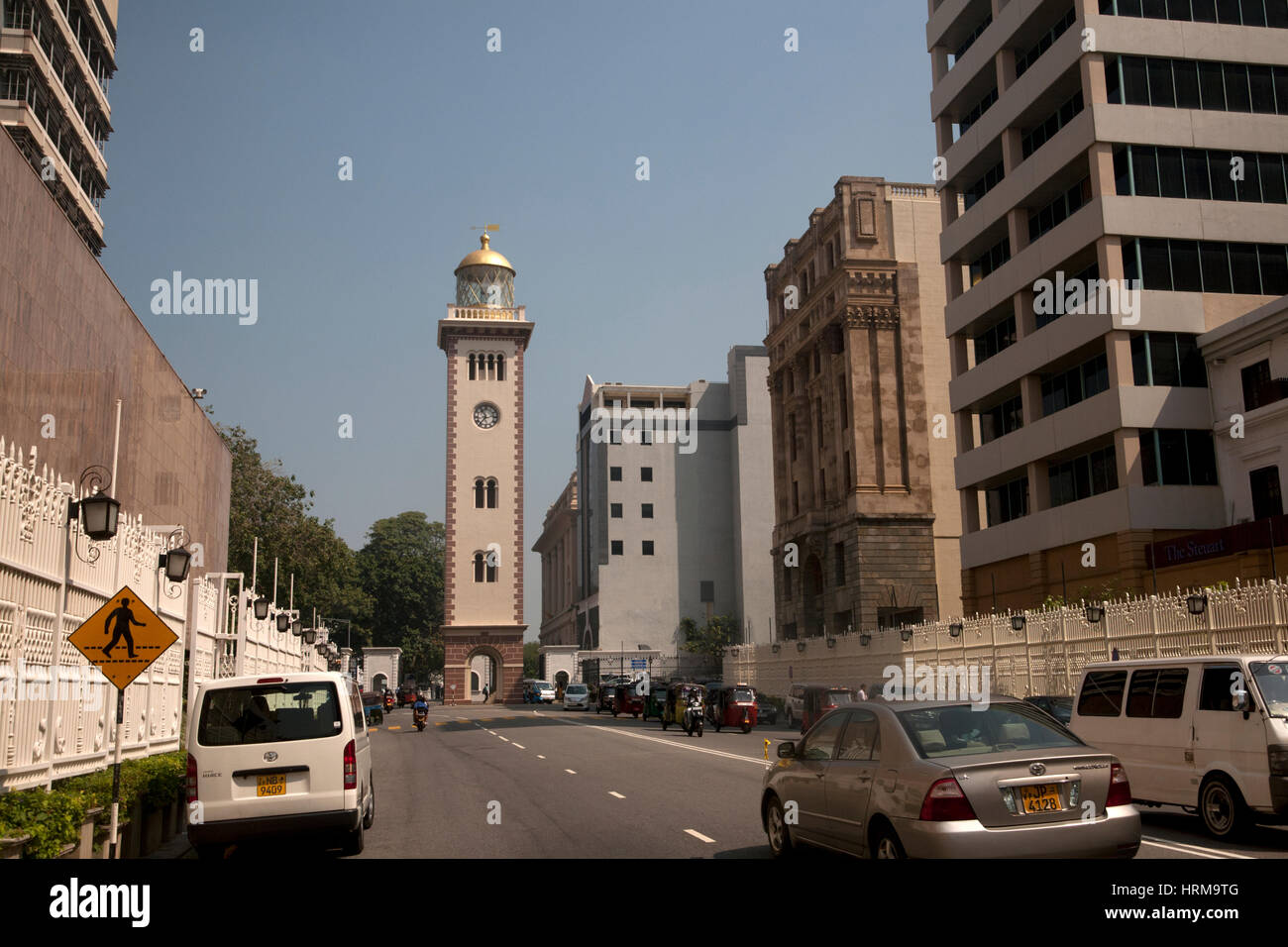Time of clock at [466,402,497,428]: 10:36
